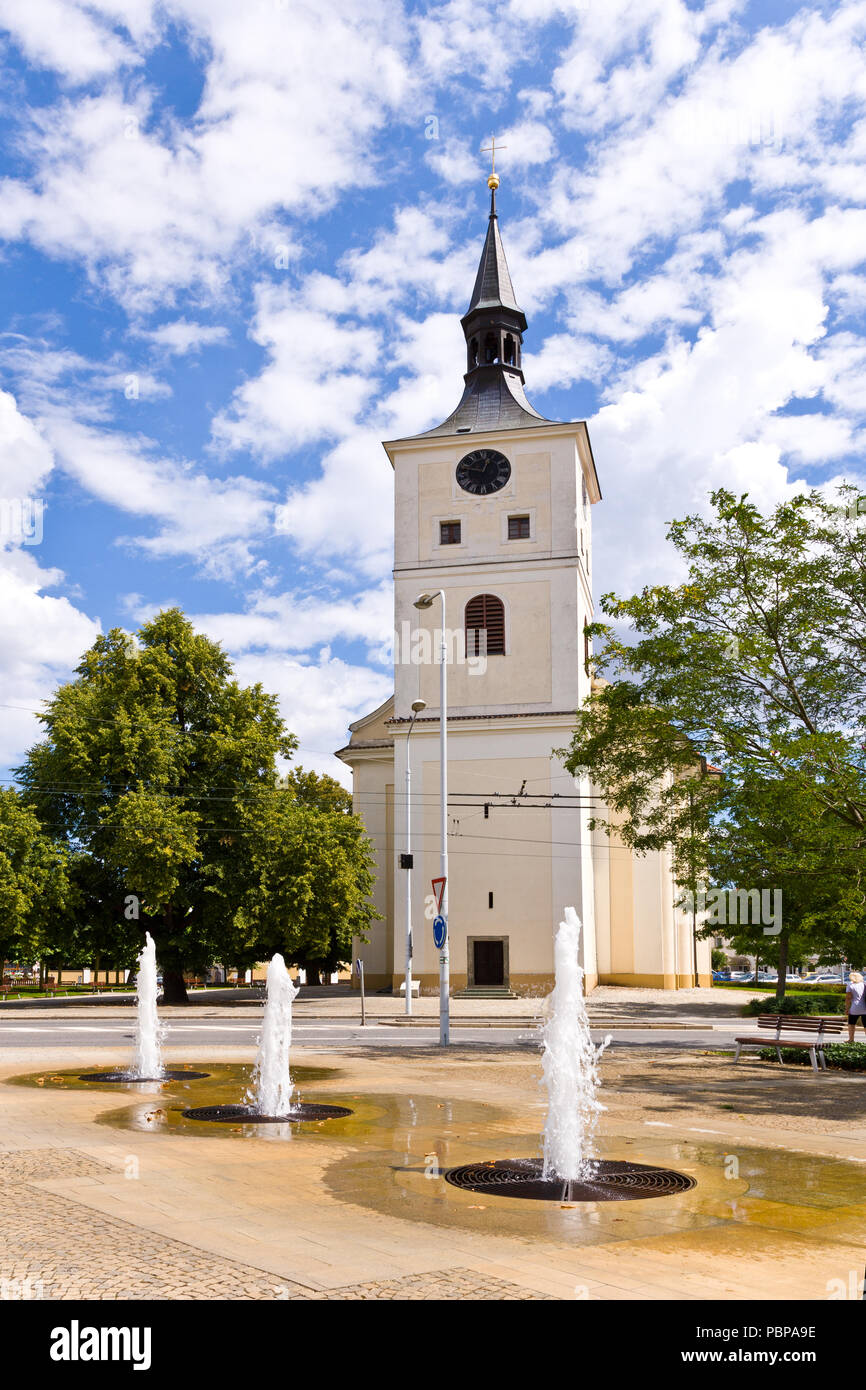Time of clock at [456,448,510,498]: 12:47
